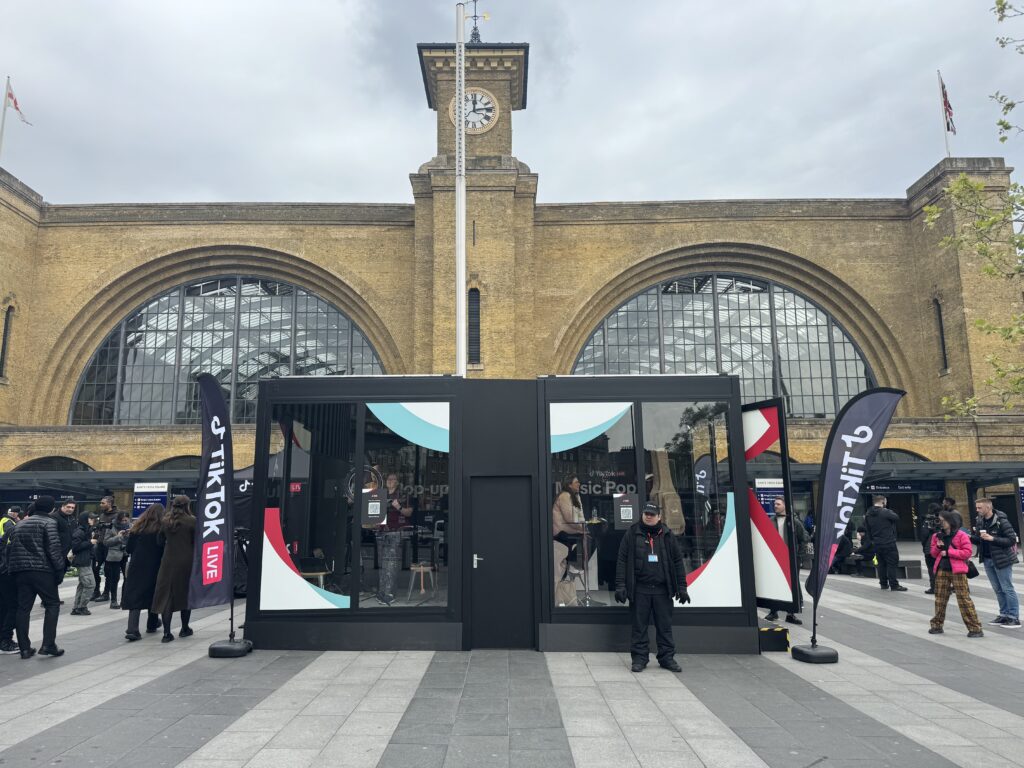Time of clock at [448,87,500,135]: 12:13
